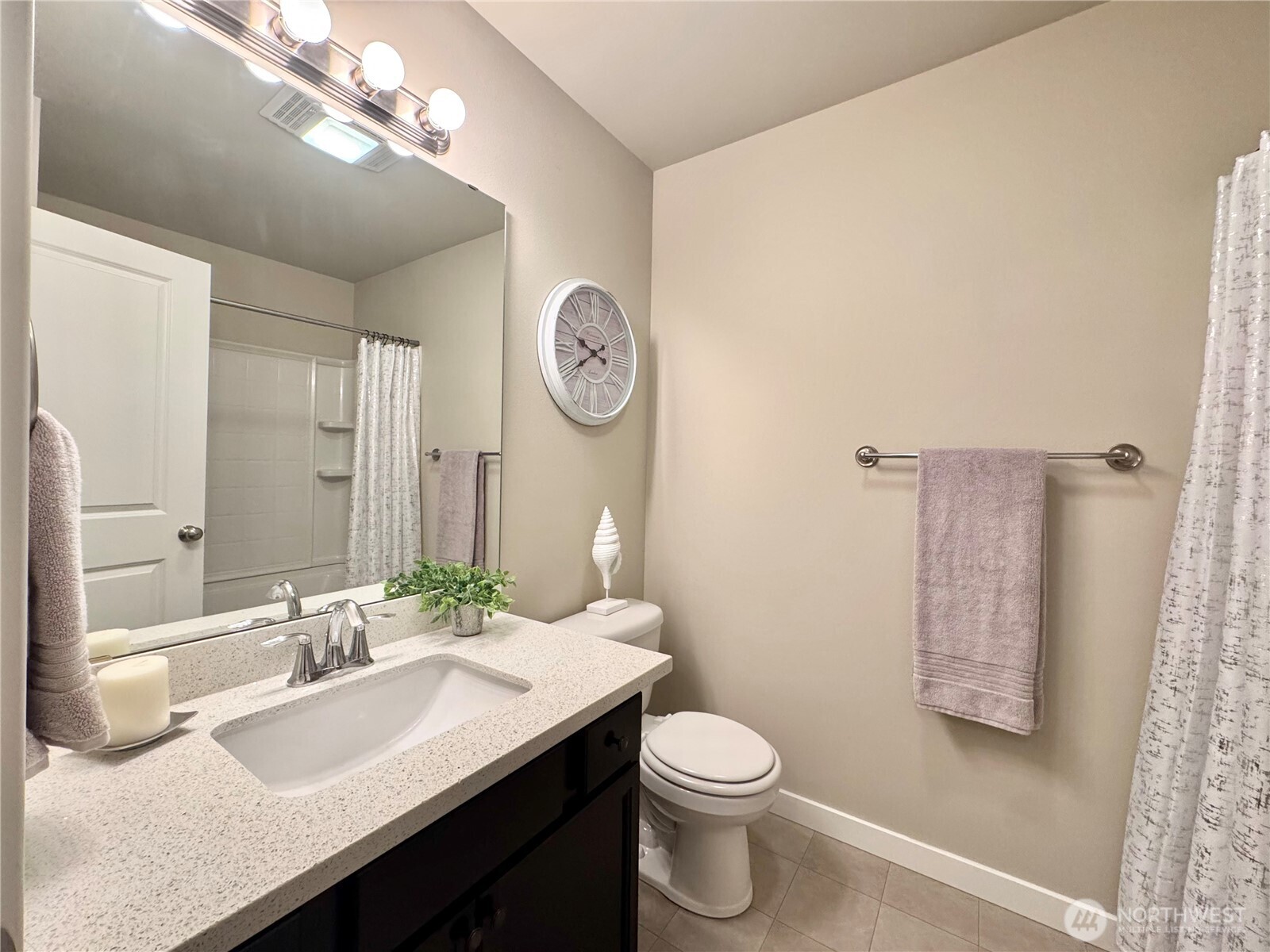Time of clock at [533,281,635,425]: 9:40
